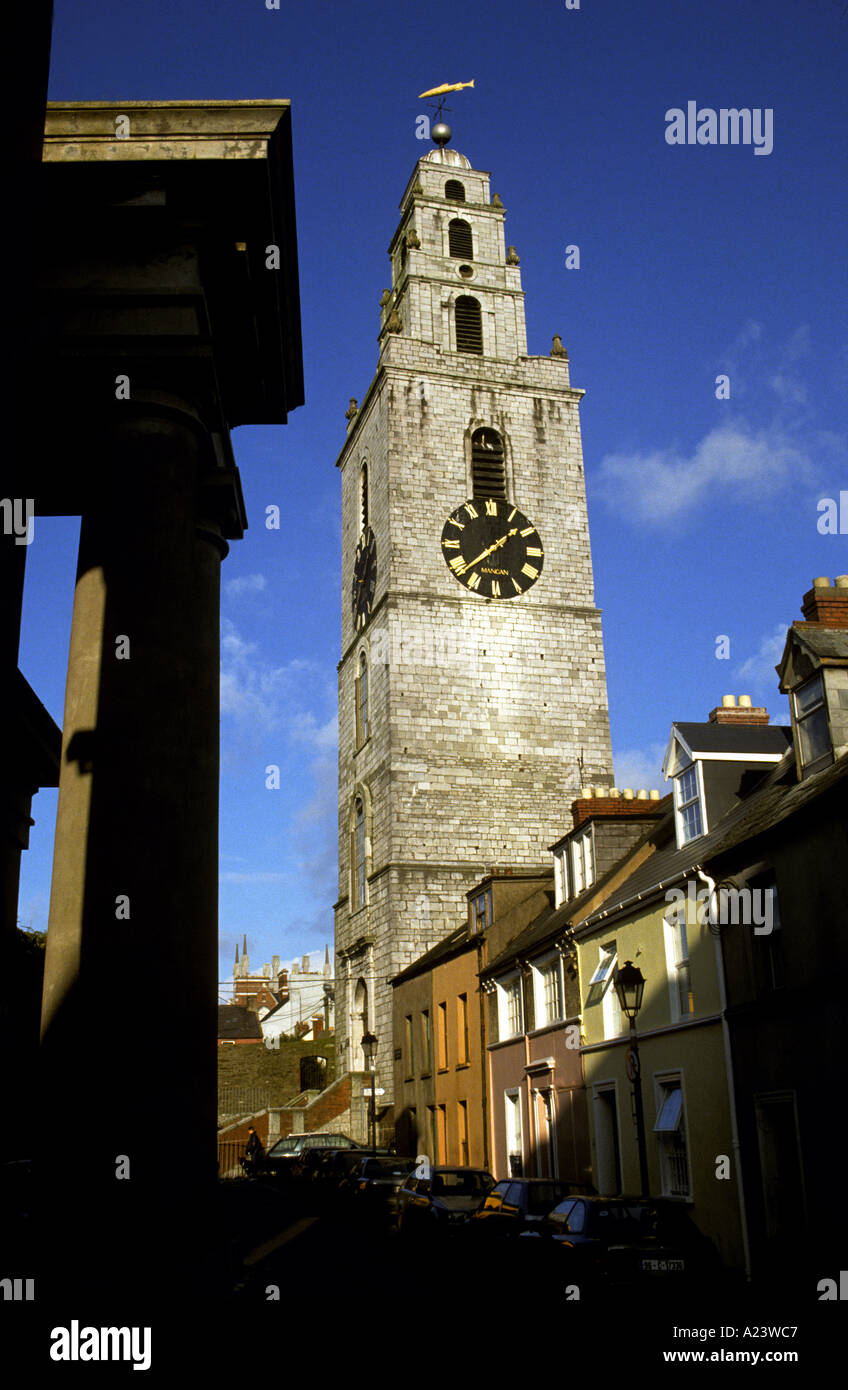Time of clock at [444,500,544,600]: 1:38
